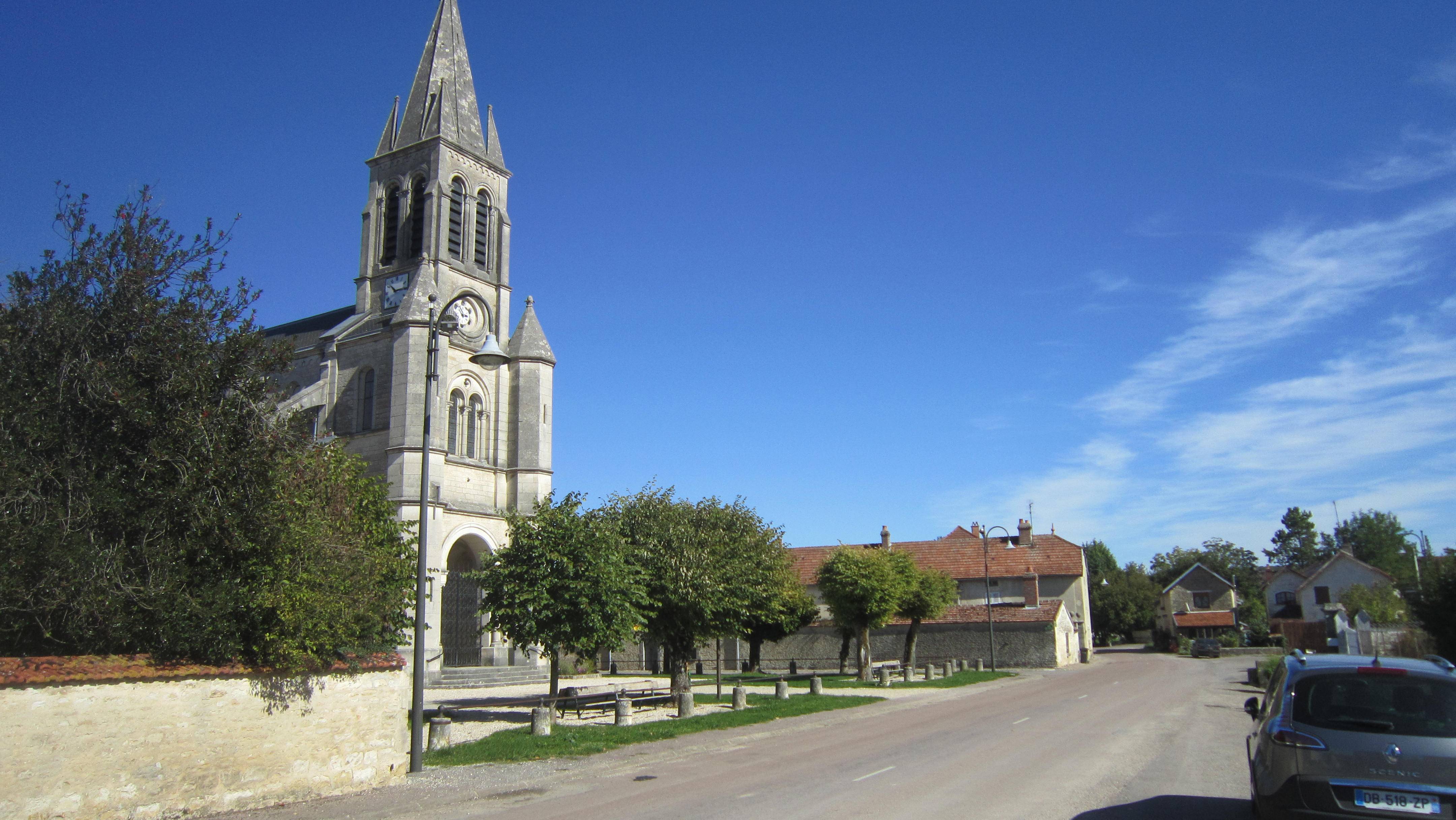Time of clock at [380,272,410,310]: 10:14
